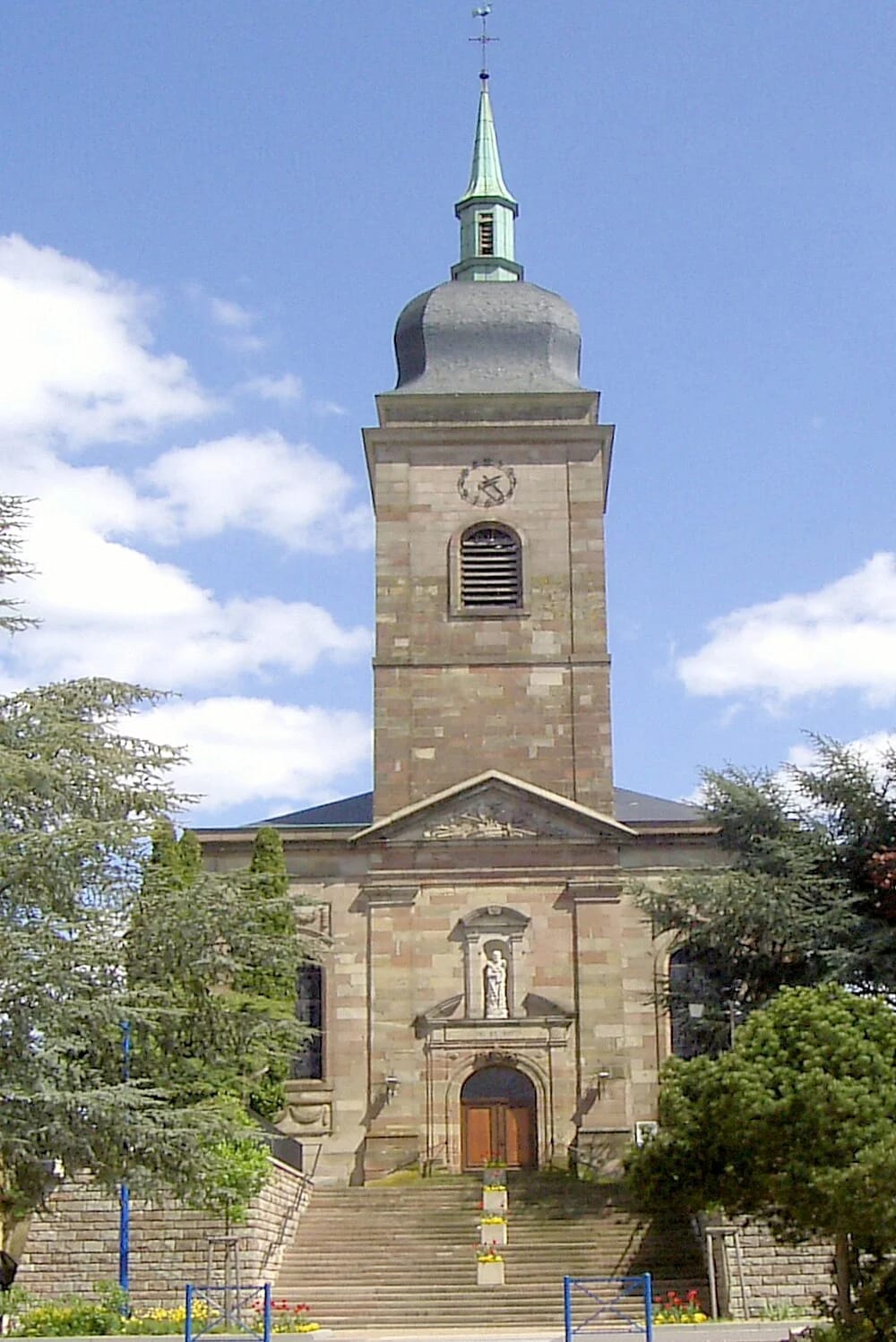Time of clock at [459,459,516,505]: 2:23
